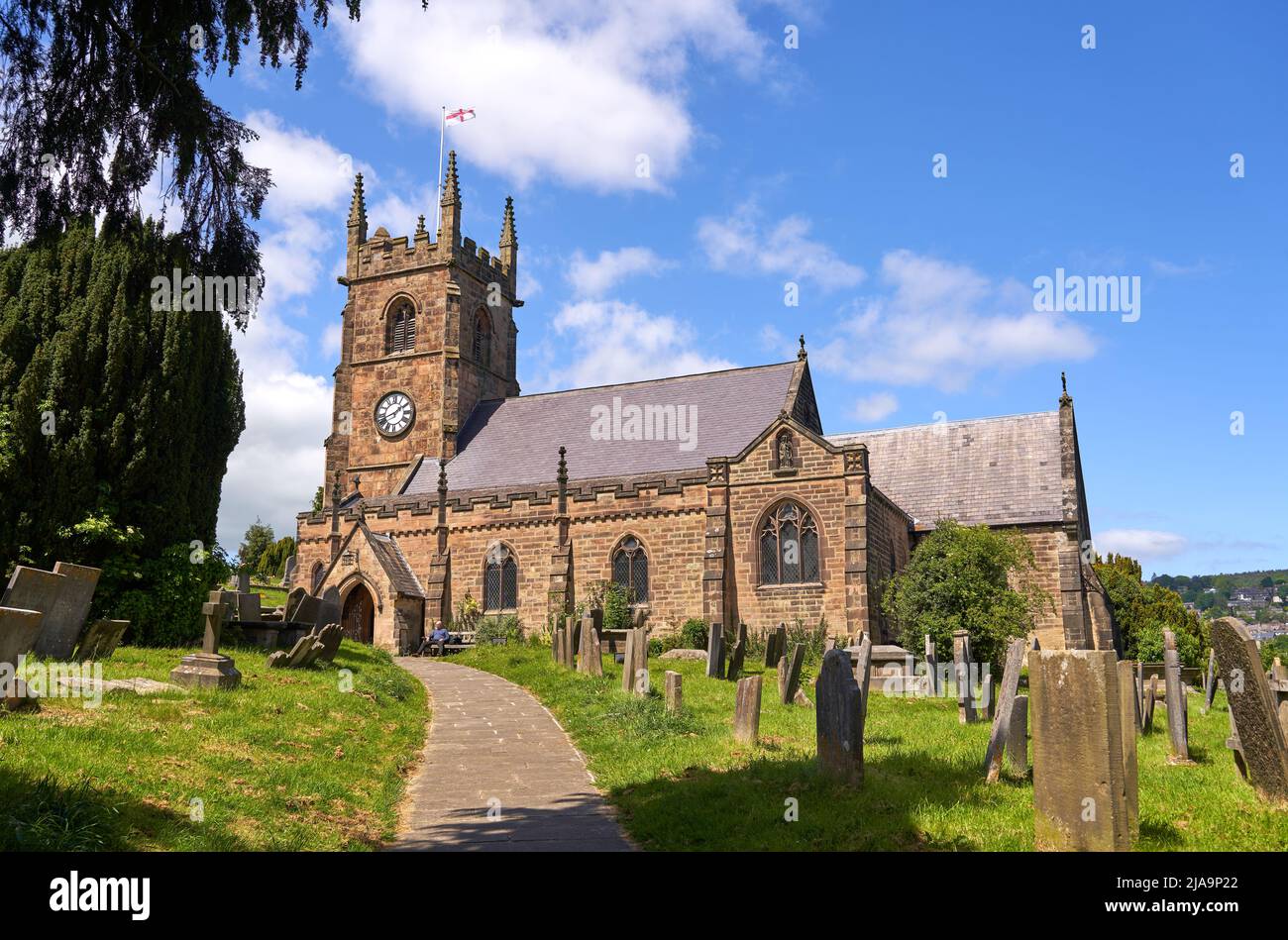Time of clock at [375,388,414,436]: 1:41
